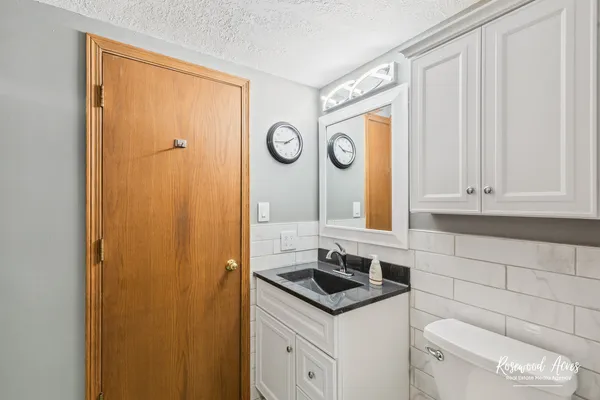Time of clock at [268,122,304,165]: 1:43
